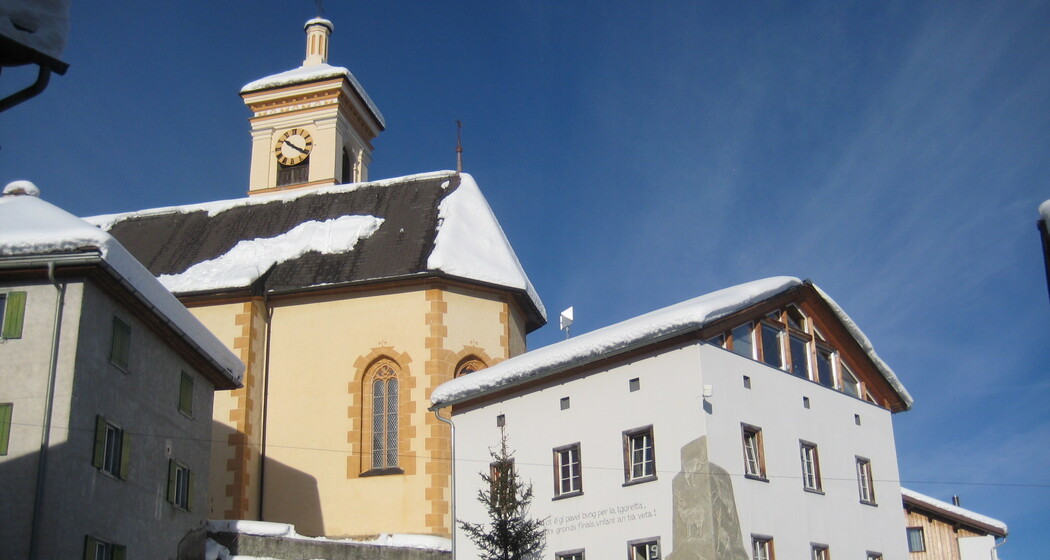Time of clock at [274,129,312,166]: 10:20
